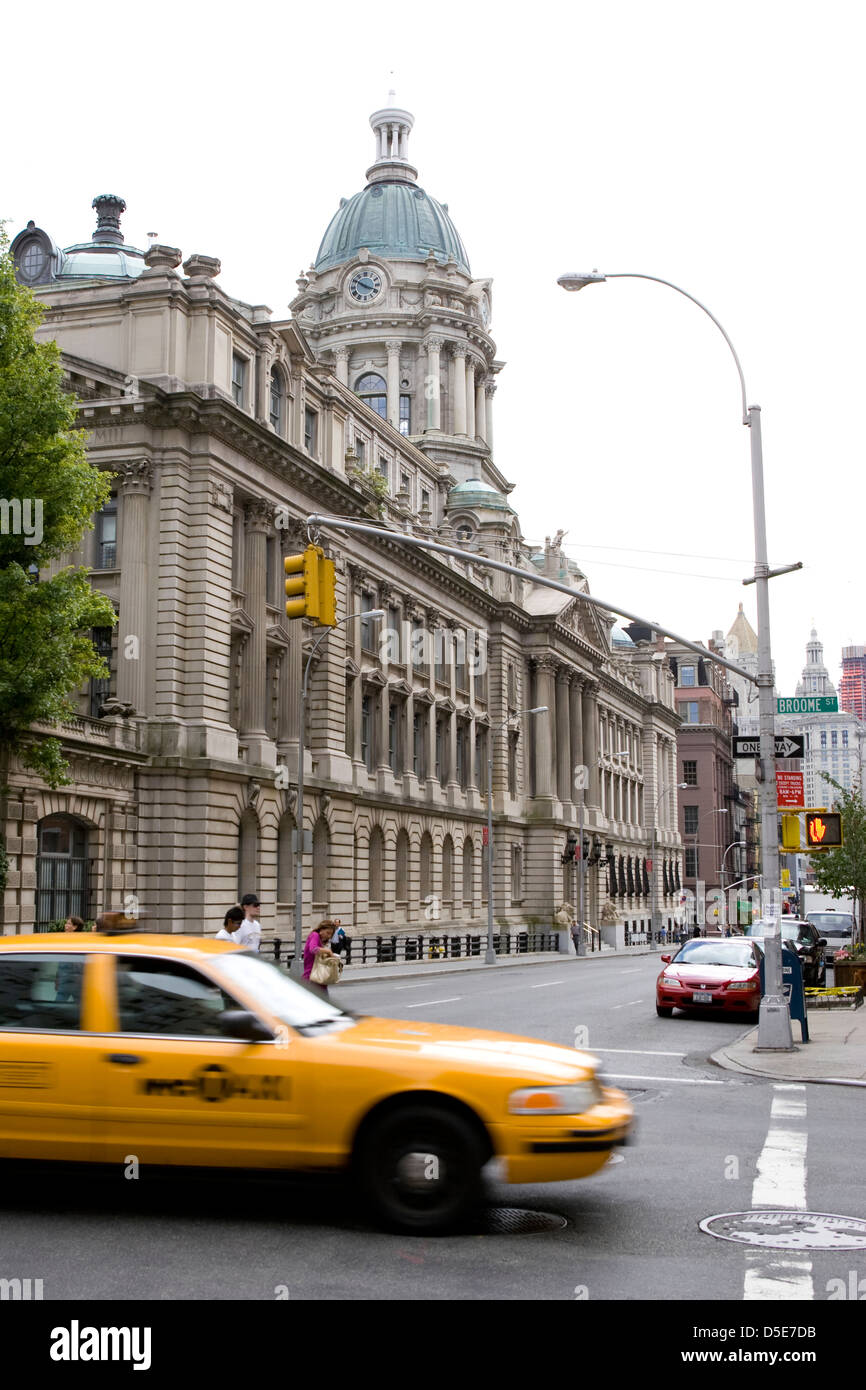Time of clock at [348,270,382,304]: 3:50
